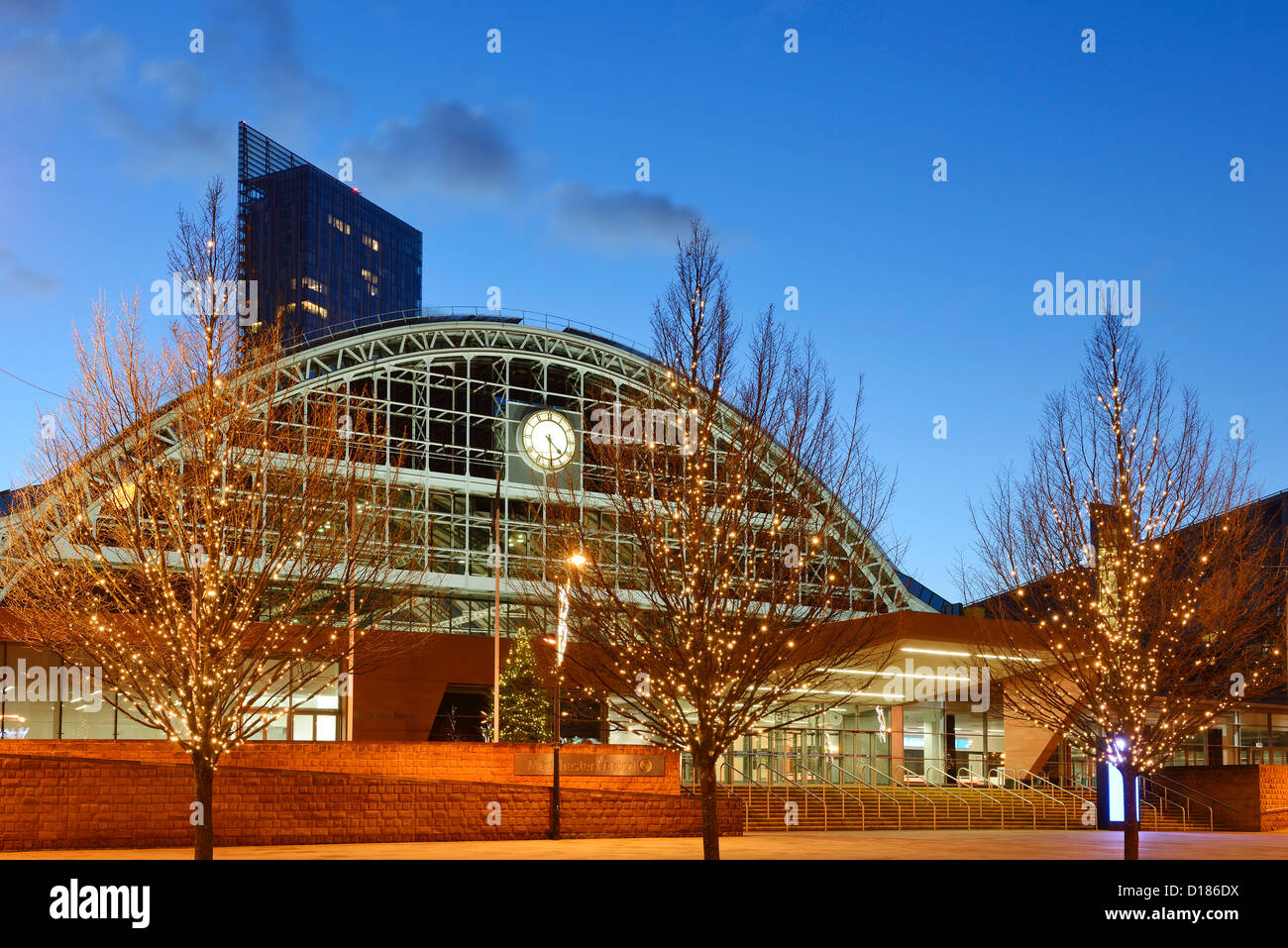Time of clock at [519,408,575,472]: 4:29
